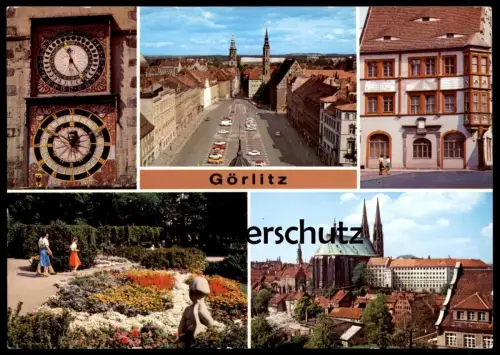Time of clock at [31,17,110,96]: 11:24
